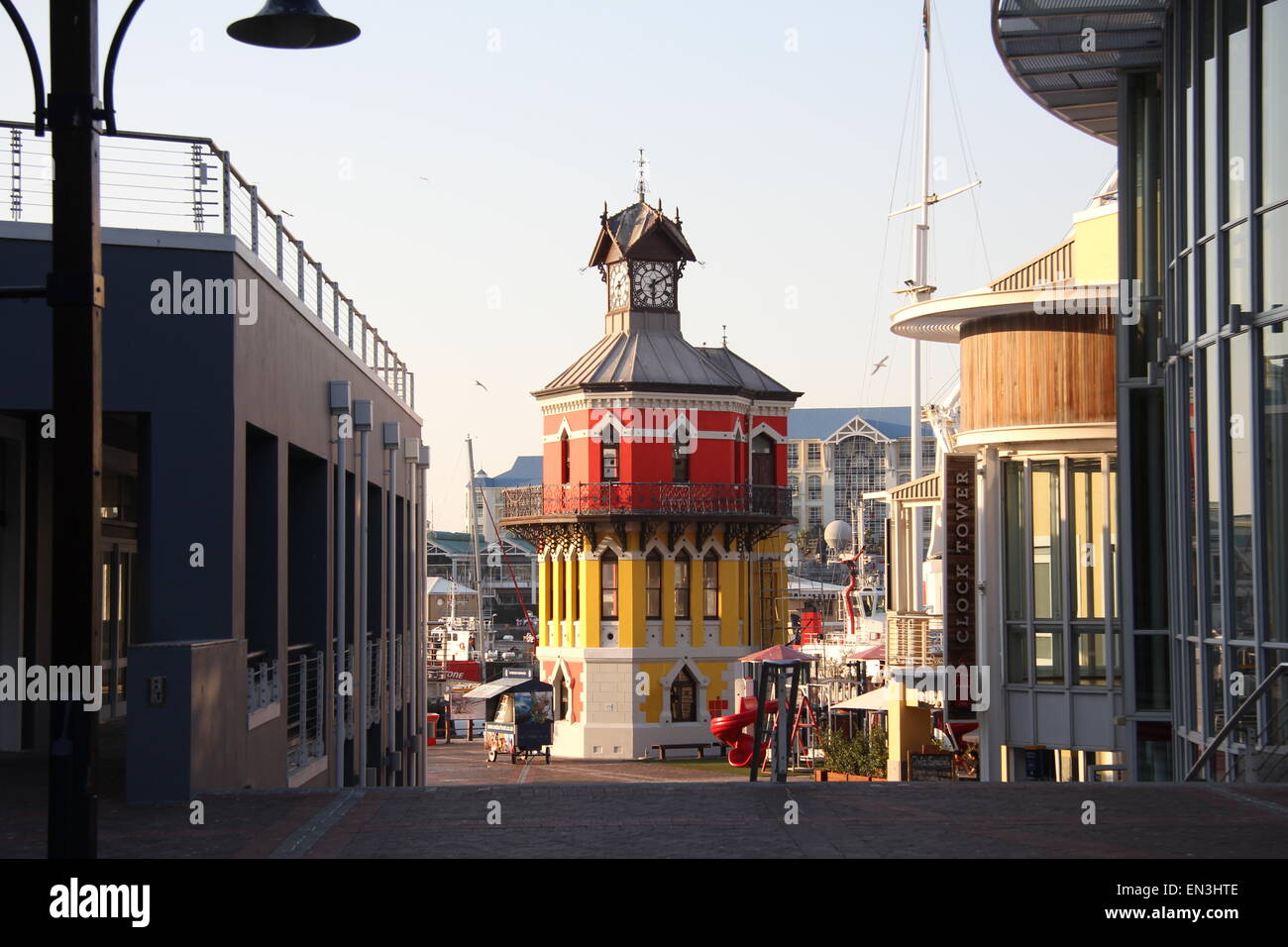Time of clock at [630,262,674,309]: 6:10
